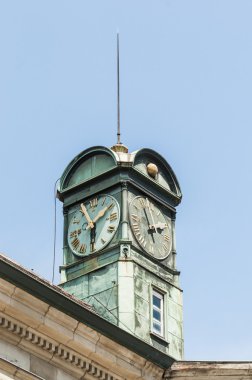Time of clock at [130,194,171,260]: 1:56
